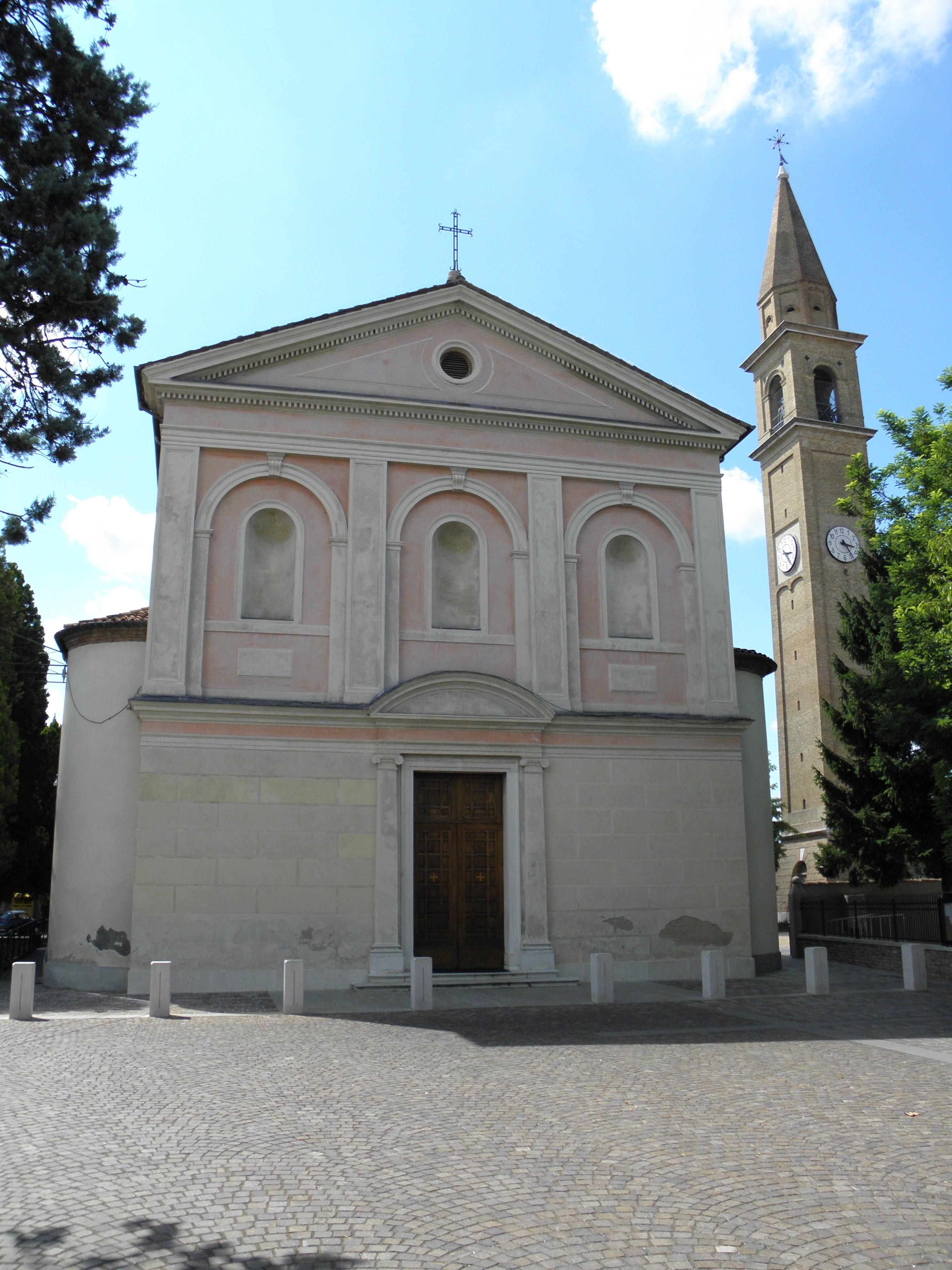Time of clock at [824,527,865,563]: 3:24
